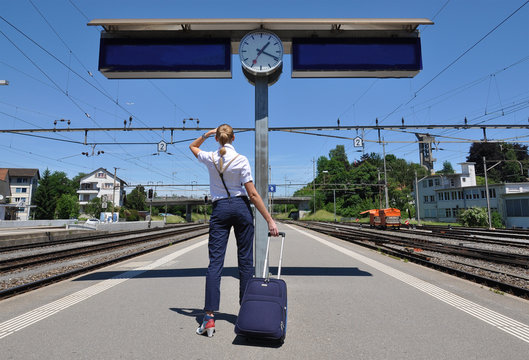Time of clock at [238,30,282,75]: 1:18
